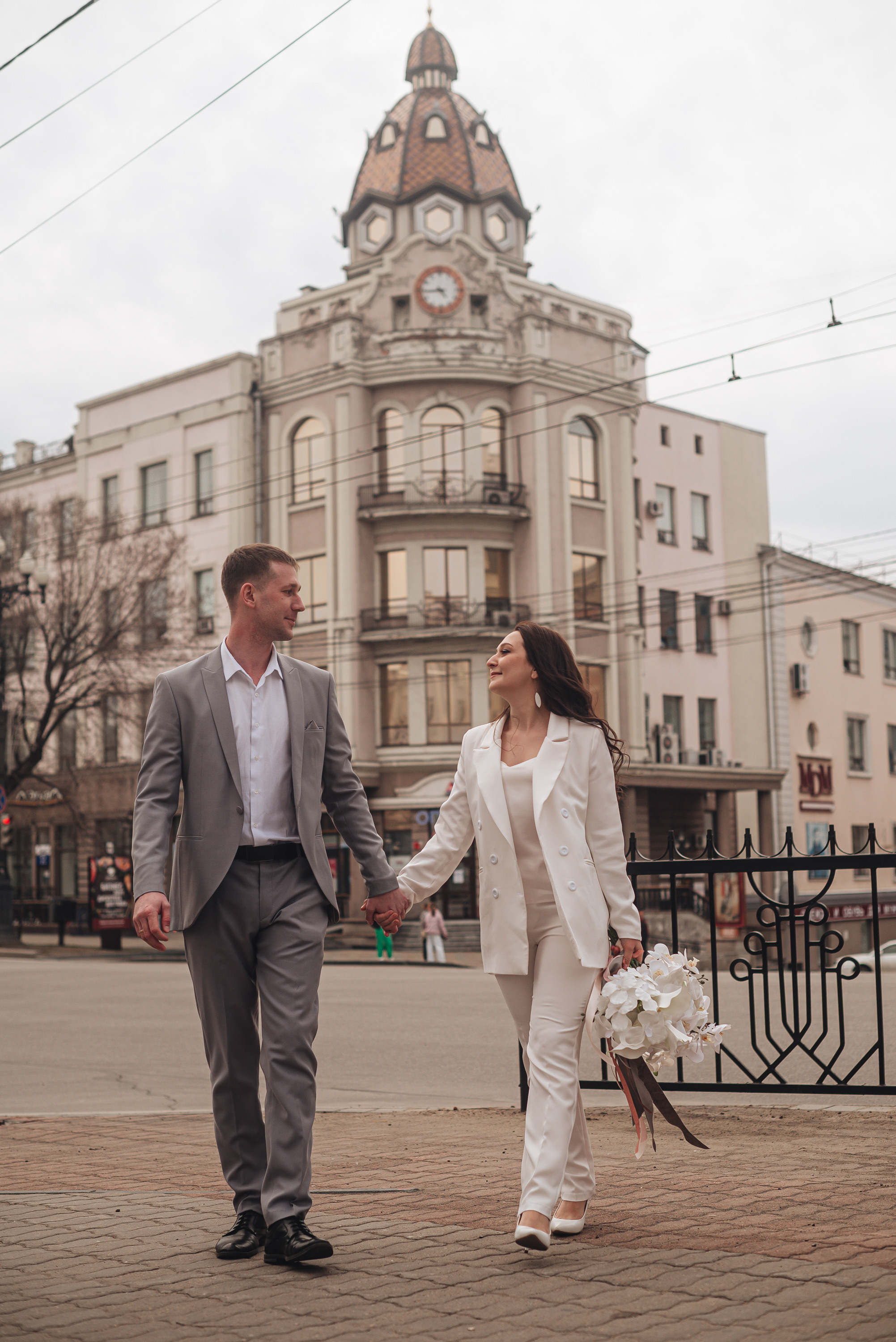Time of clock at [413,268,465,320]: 4:44
